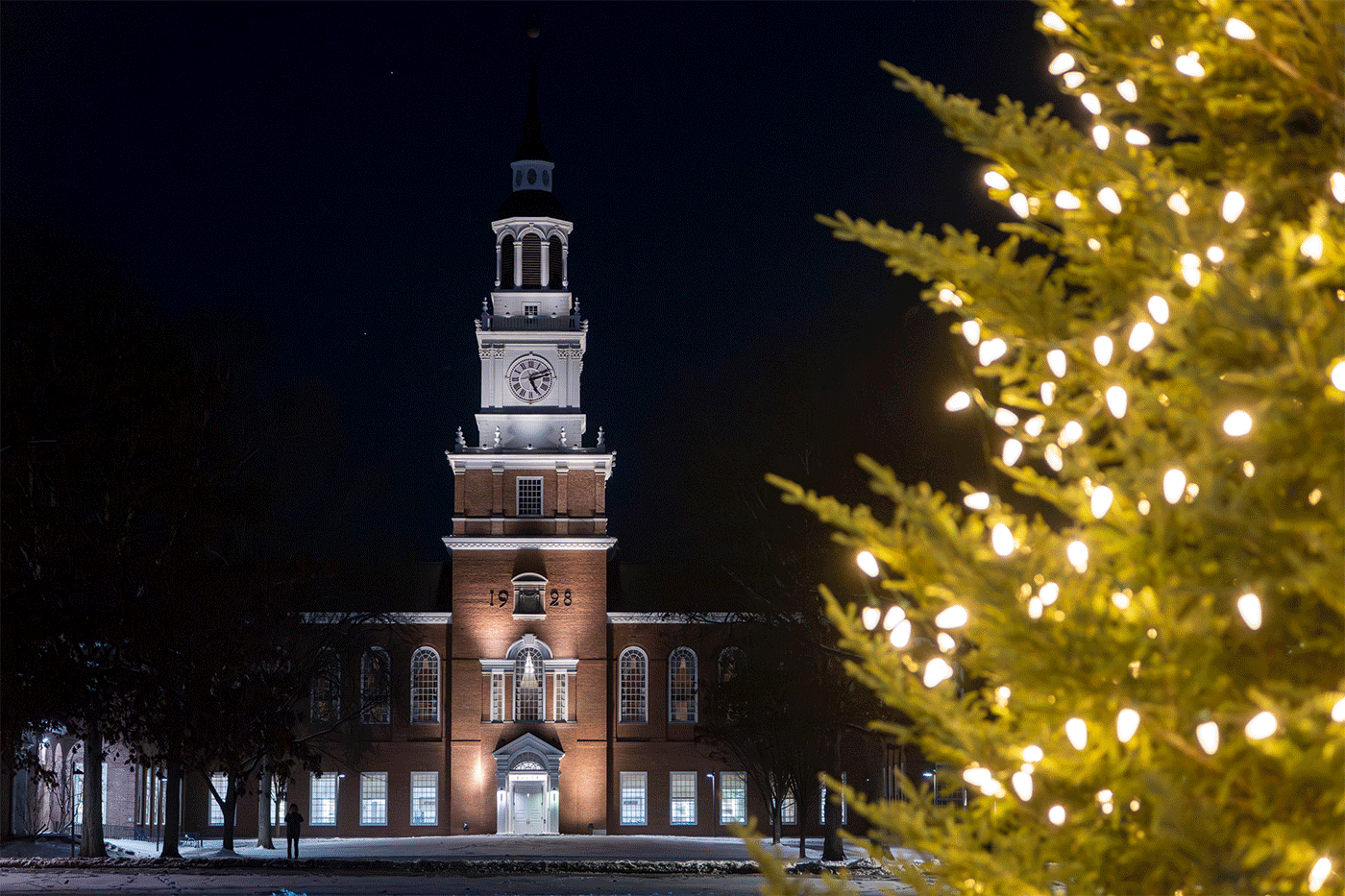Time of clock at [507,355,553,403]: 5:12
